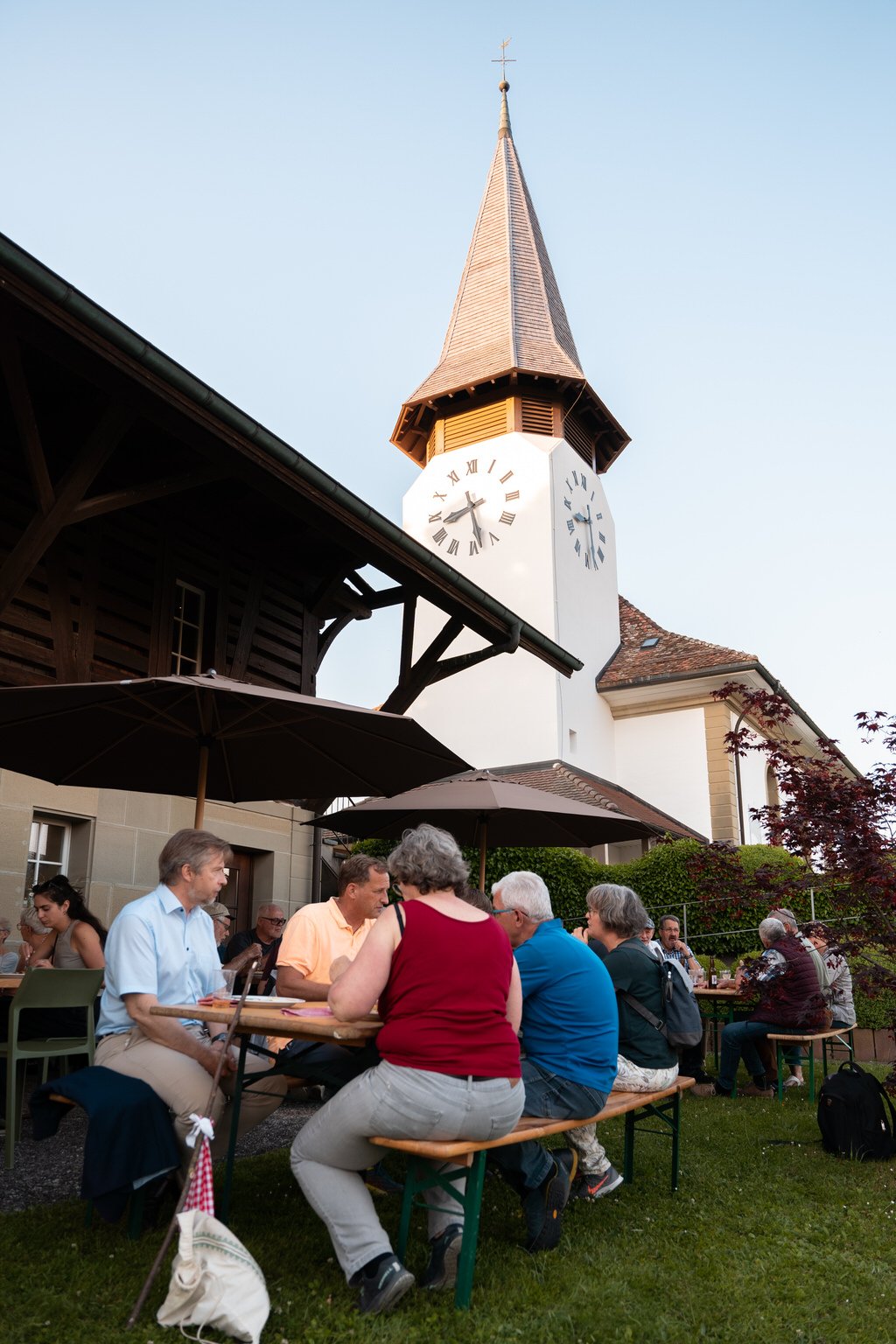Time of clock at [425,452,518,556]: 8:28
